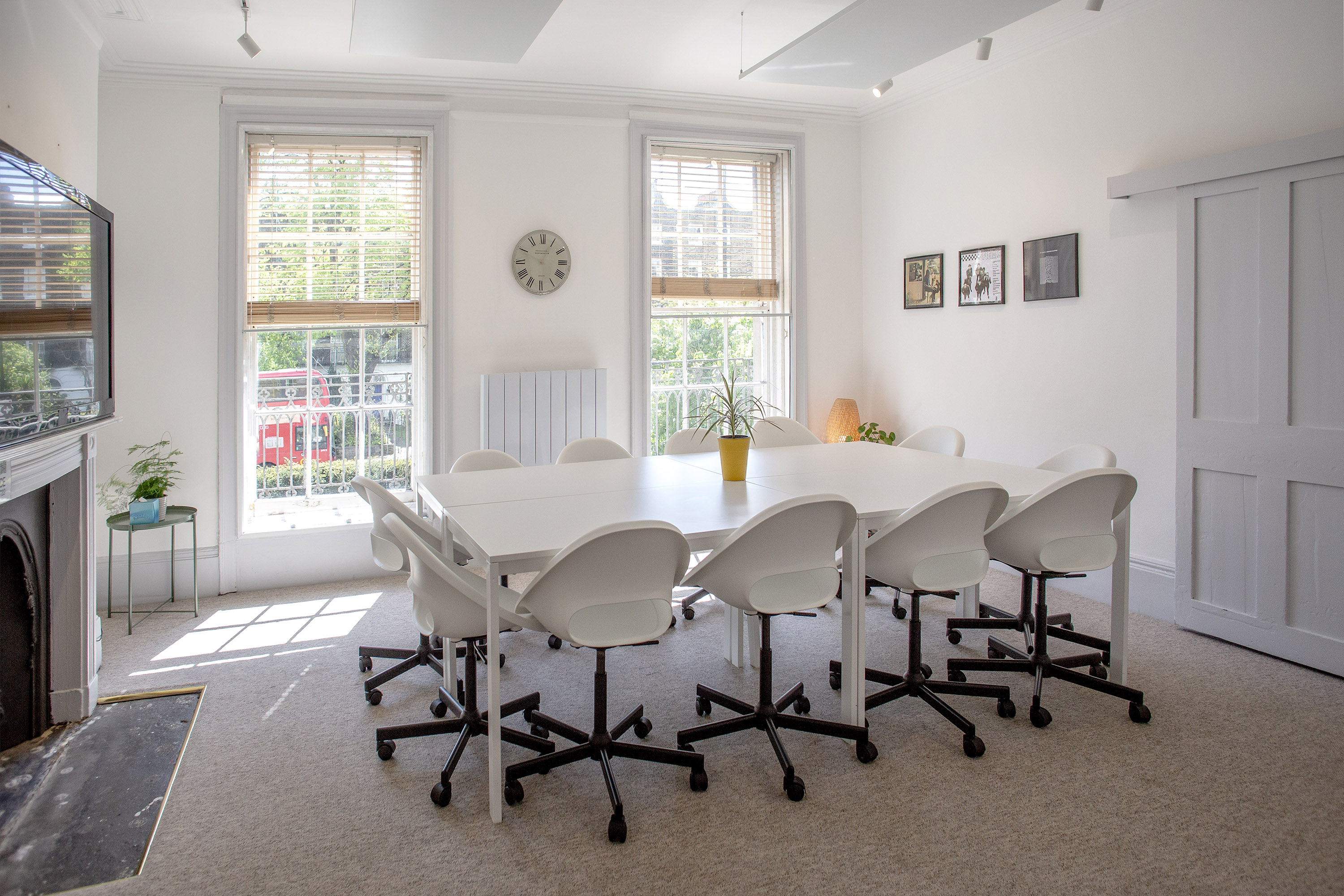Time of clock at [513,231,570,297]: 12:49
